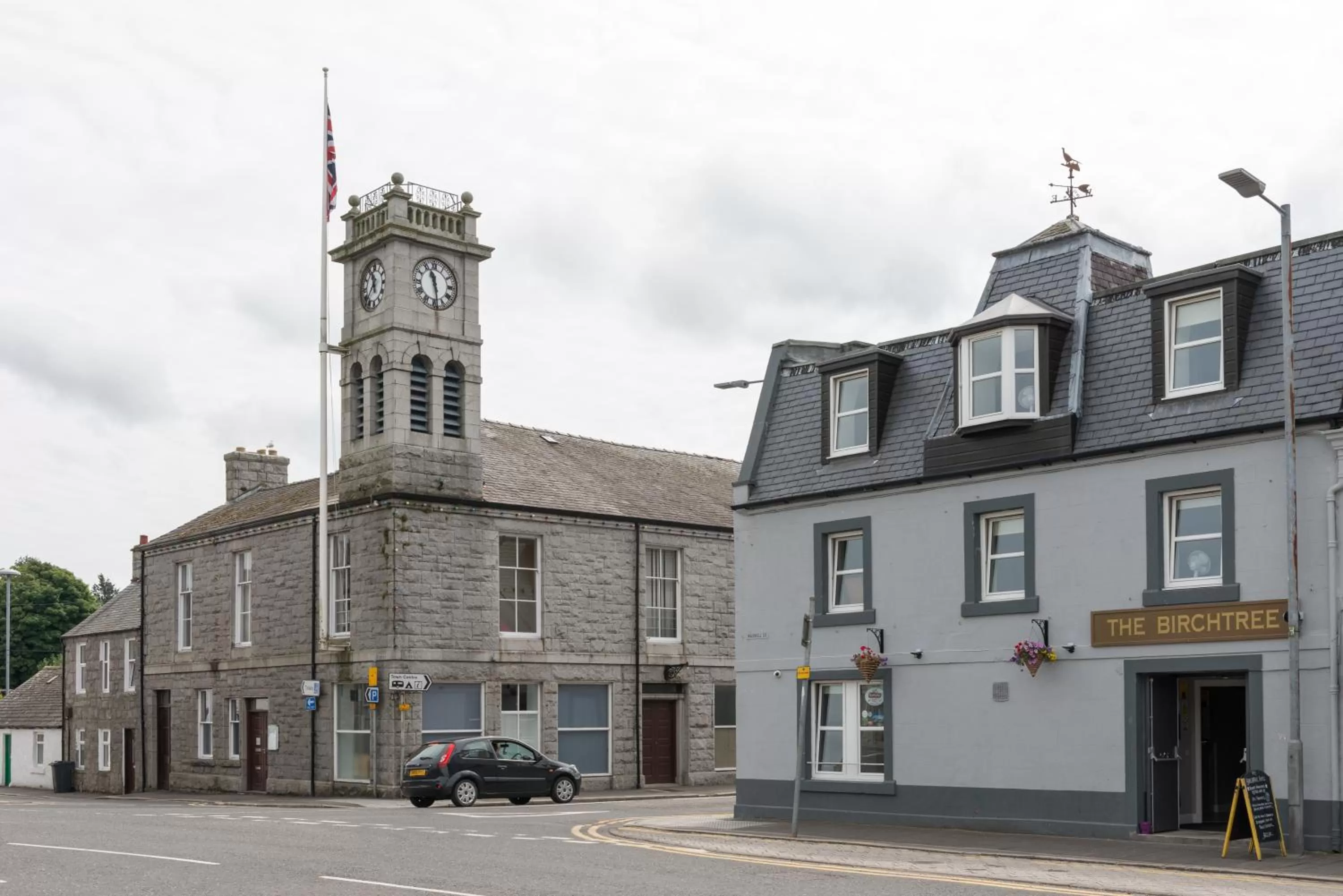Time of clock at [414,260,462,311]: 11:28
